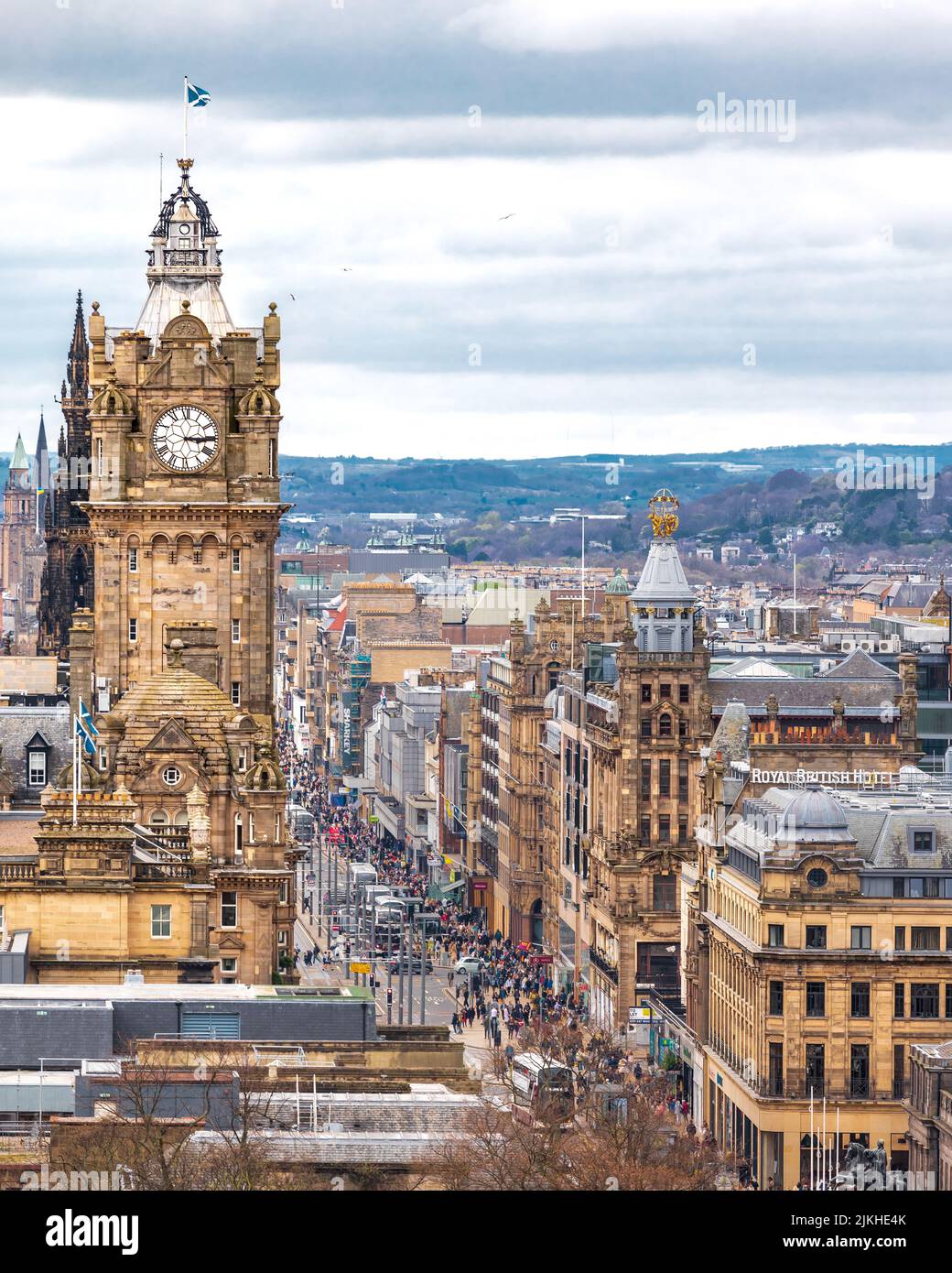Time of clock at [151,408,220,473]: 3:14
